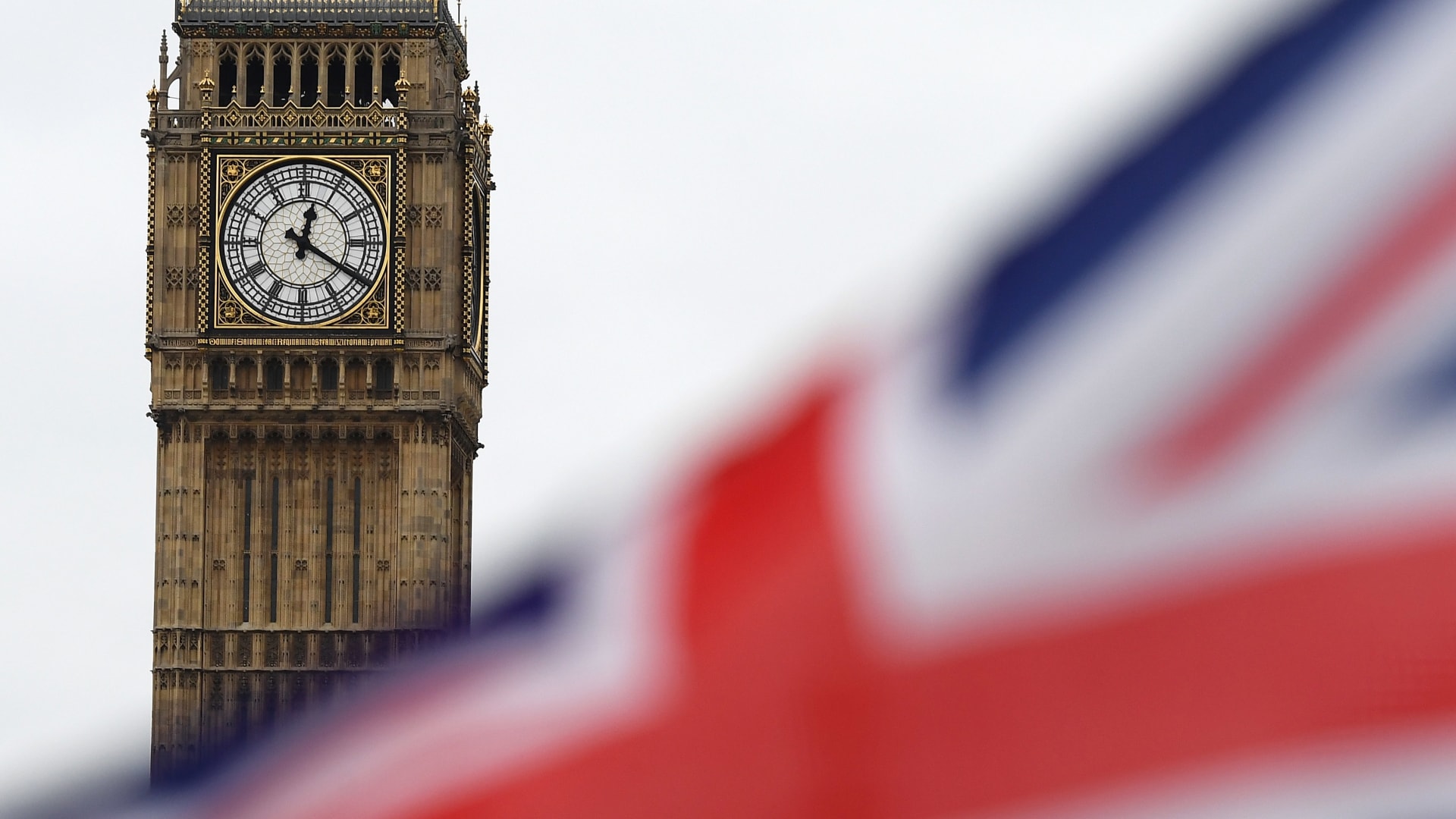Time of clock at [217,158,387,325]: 12:20
